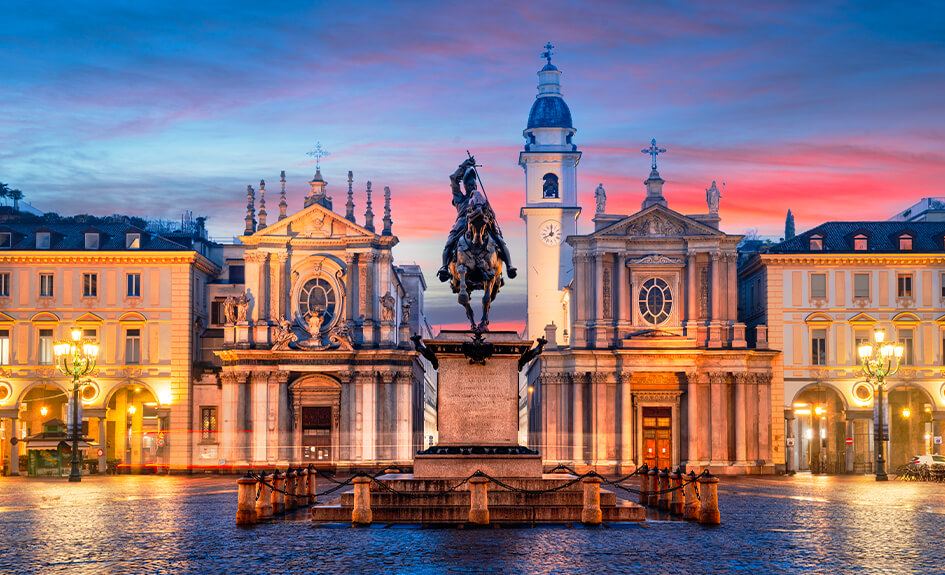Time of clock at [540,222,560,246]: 7:59
